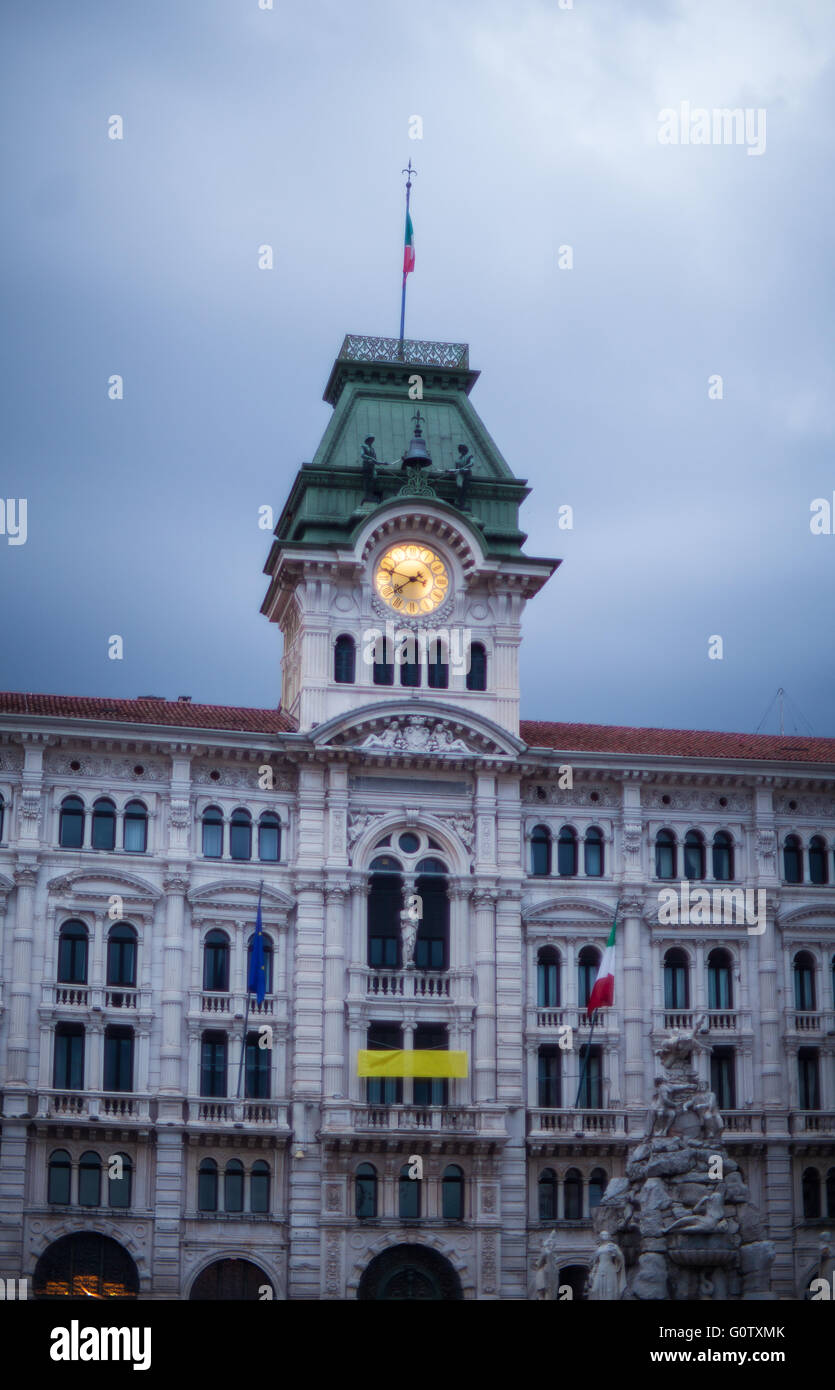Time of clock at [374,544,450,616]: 7:46
